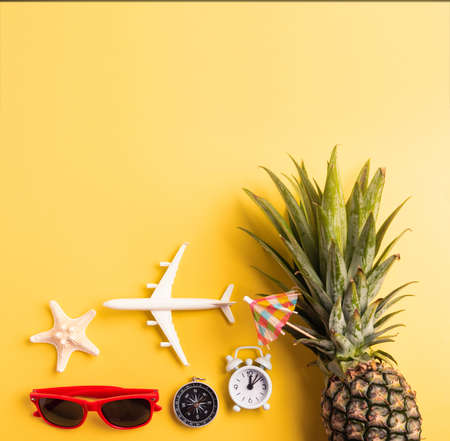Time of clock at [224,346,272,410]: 12:07
